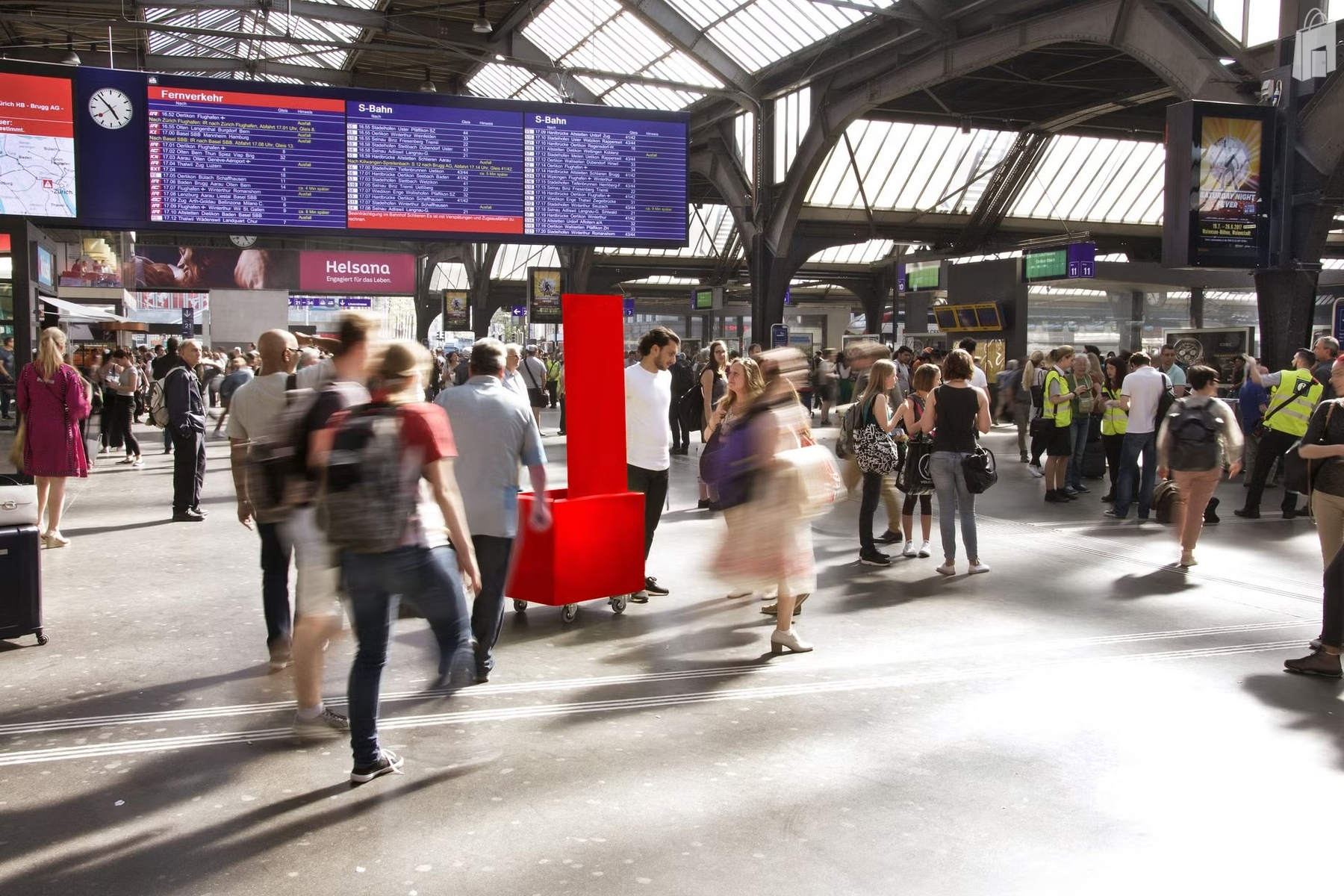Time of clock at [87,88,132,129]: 4:52
